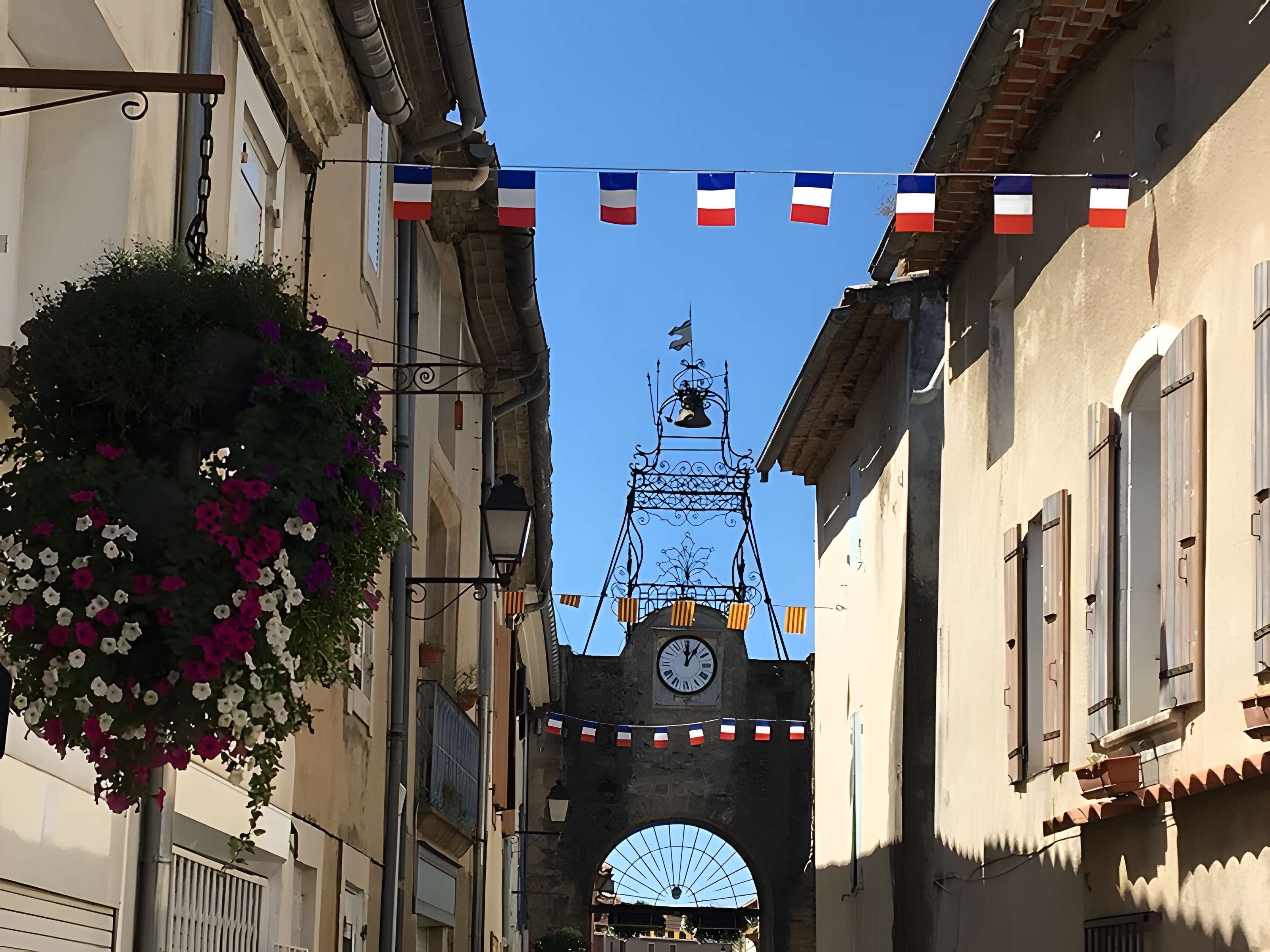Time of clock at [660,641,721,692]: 12:05
